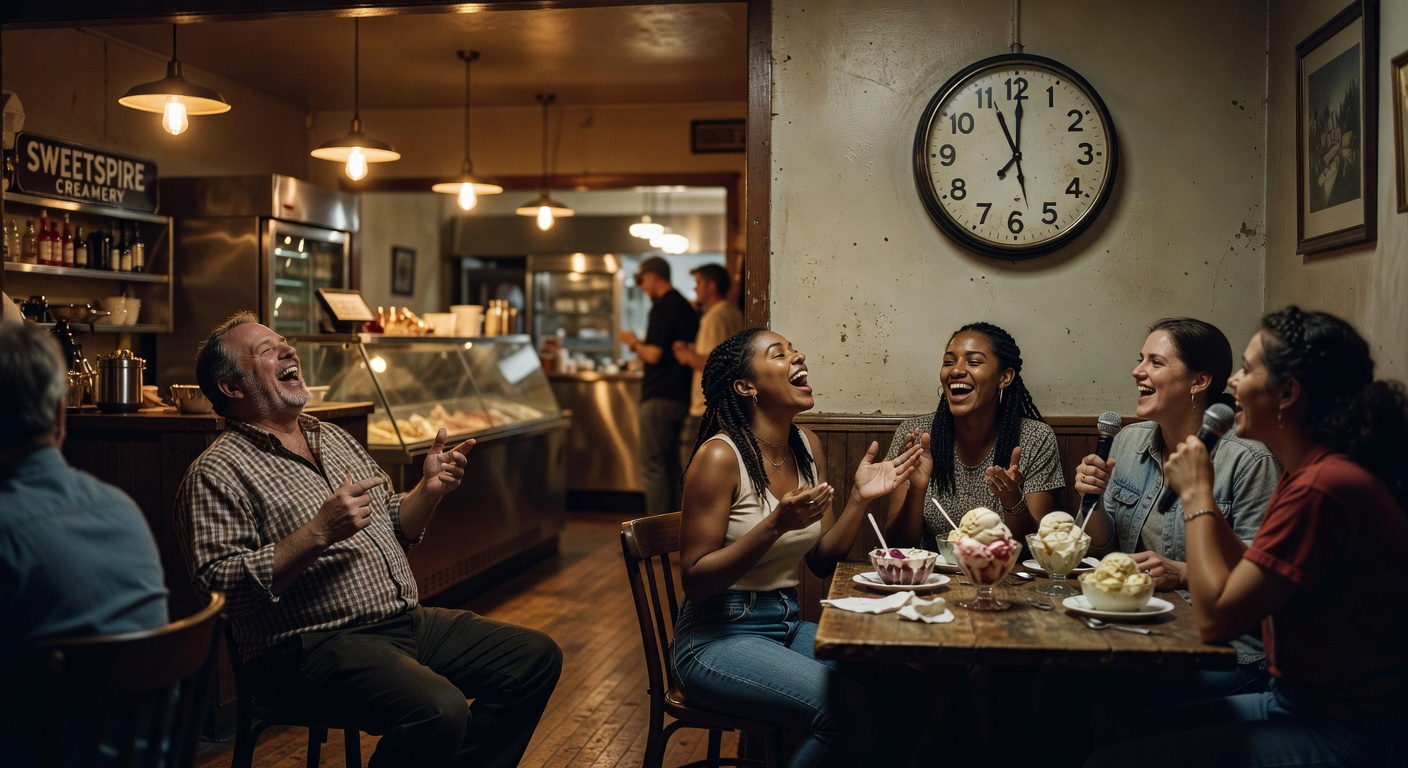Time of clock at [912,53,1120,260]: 11:00
